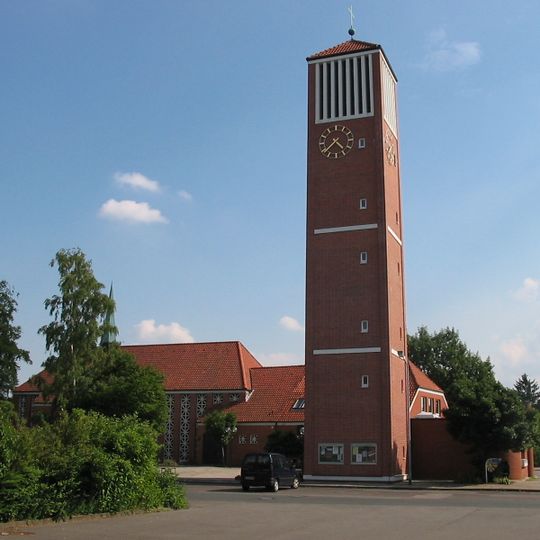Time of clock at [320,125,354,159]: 4:37
